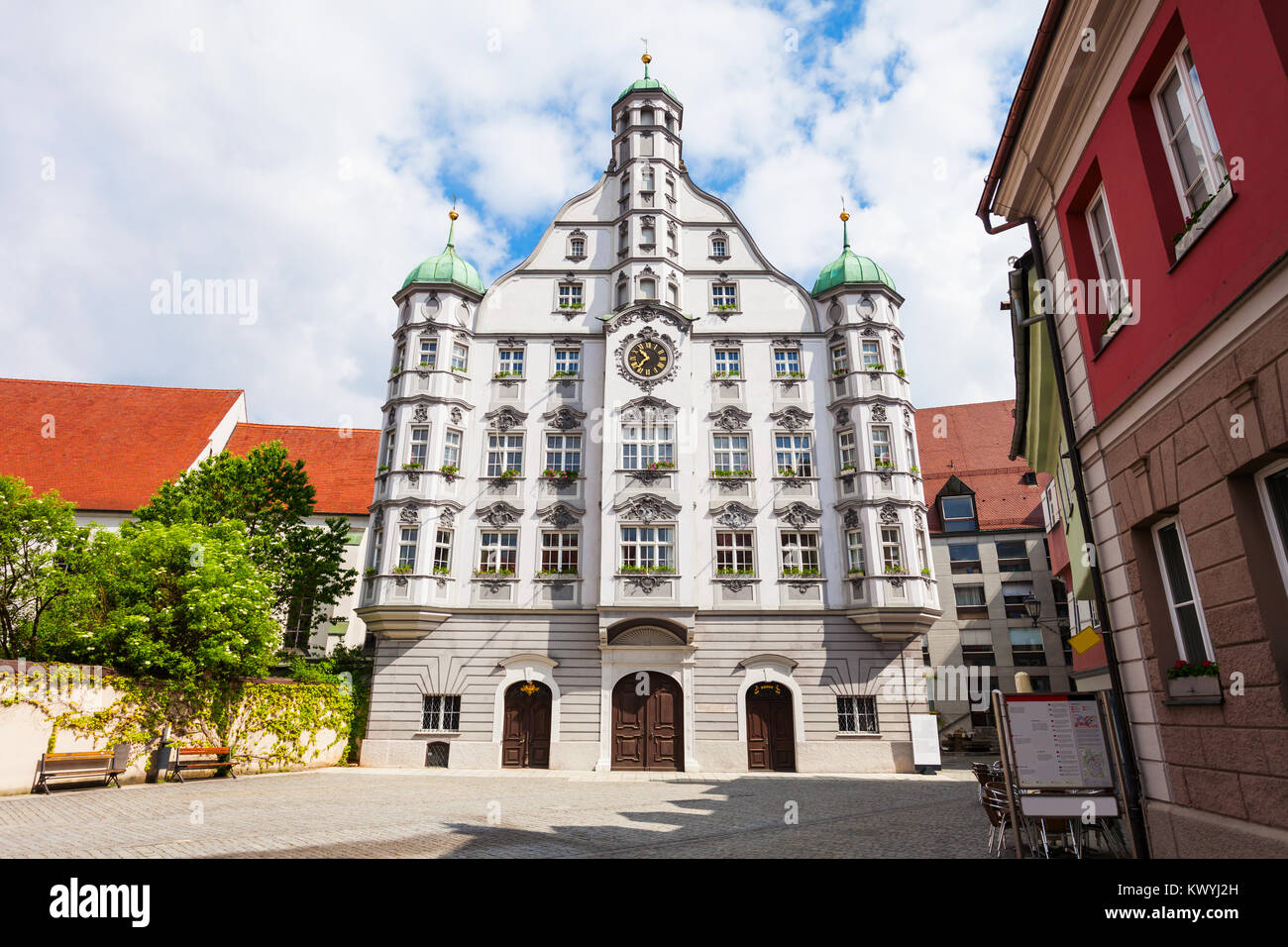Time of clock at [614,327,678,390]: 10:36
